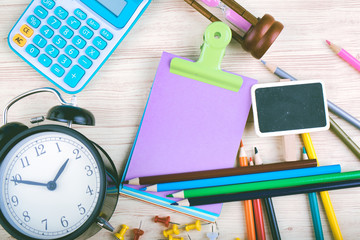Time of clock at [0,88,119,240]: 1:49
